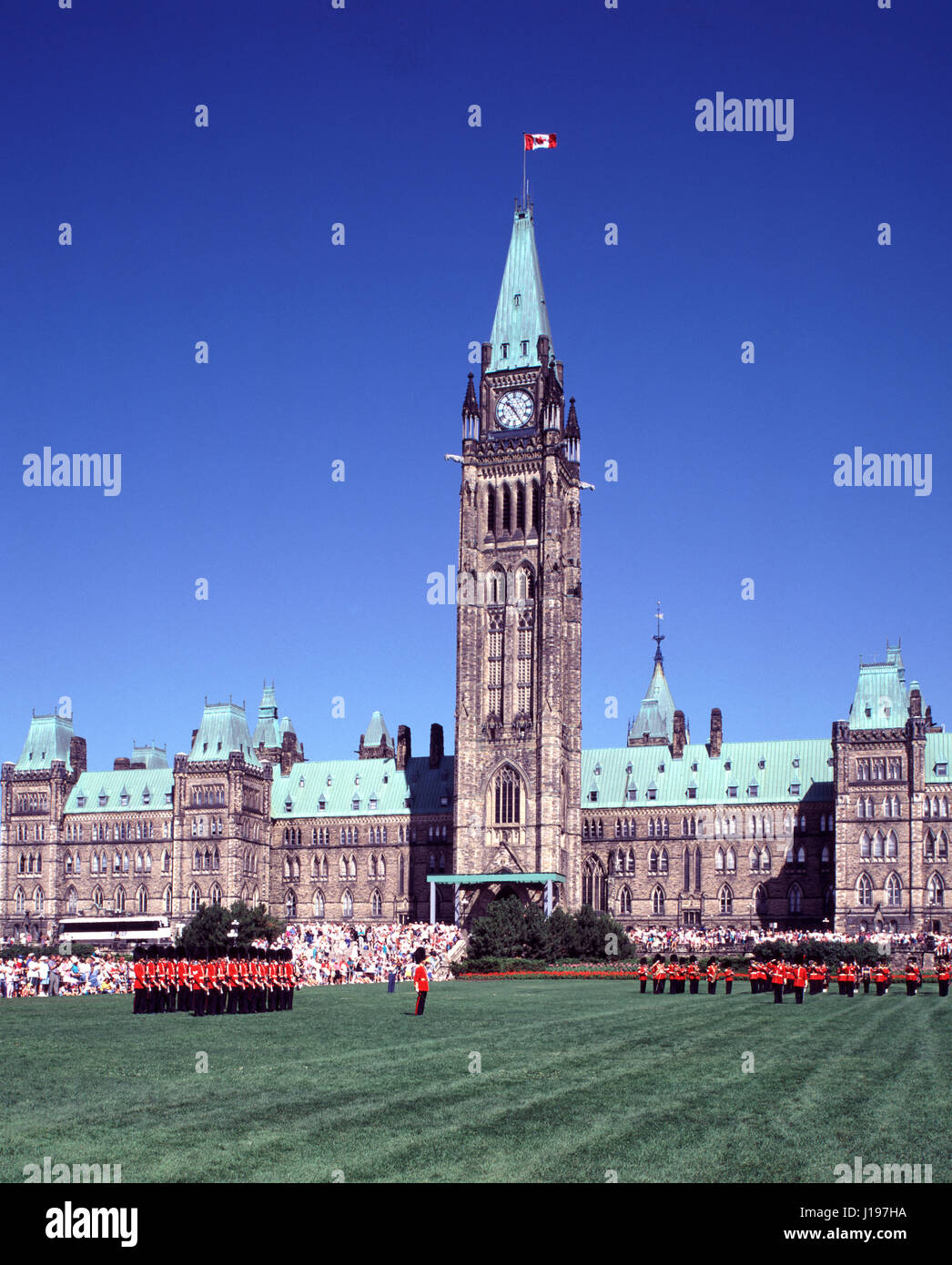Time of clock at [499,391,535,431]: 10:24
